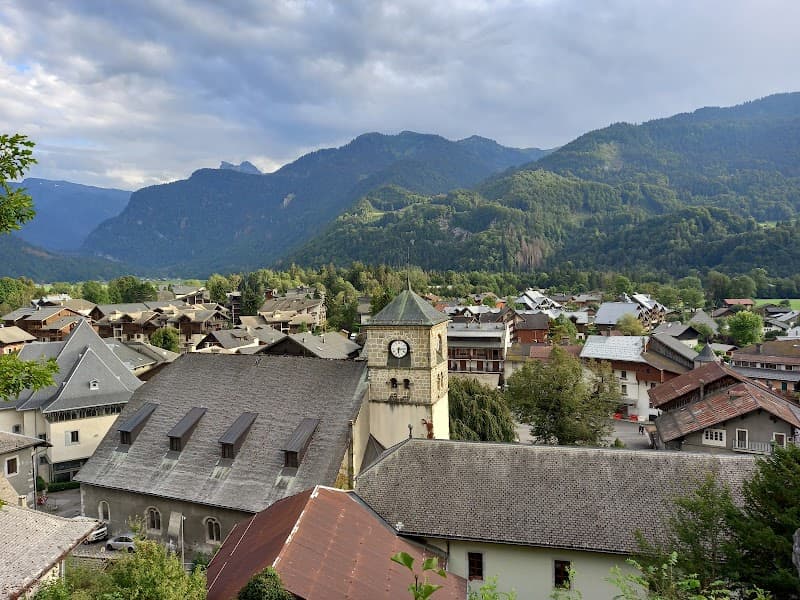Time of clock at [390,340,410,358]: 6:14
